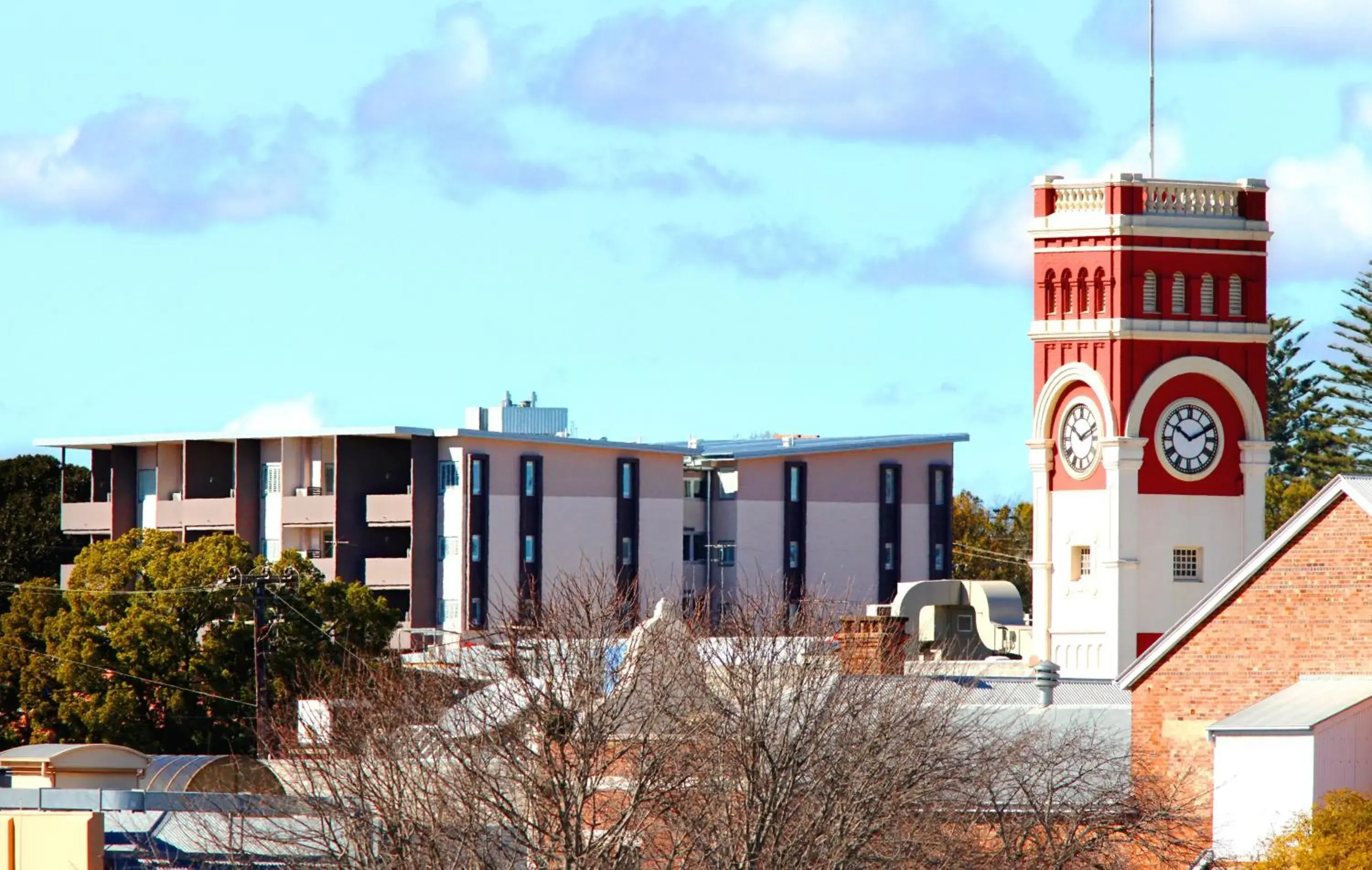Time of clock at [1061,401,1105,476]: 10:11
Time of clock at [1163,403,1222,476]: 10:10
